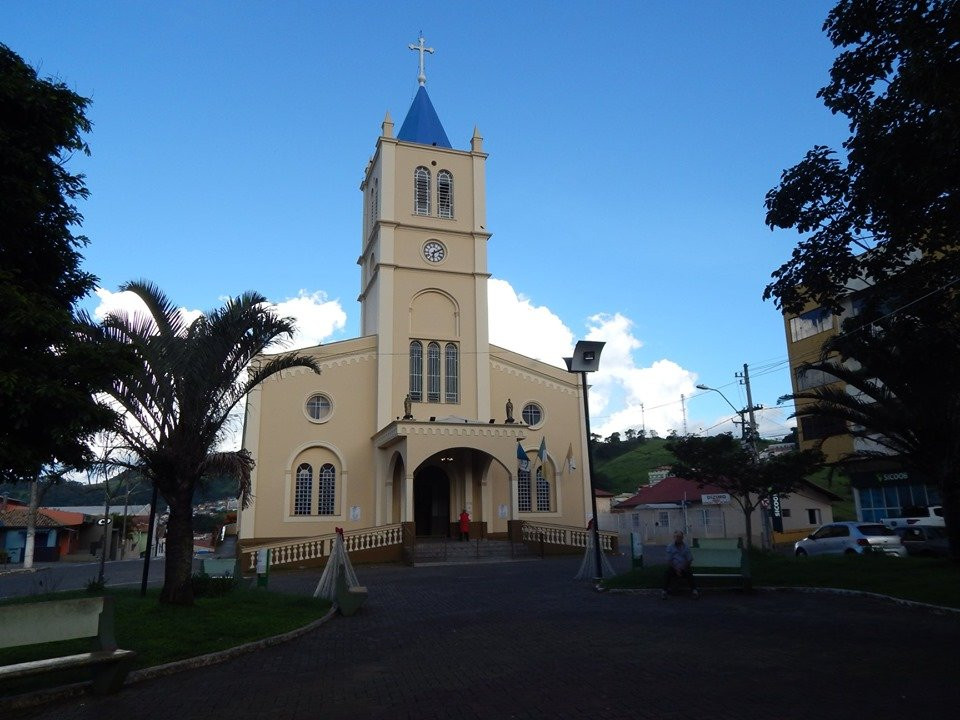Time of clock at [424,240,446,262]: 6:10
